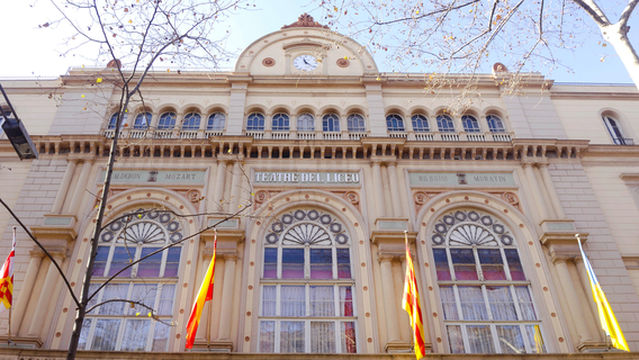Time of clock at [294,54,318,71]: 11:21
